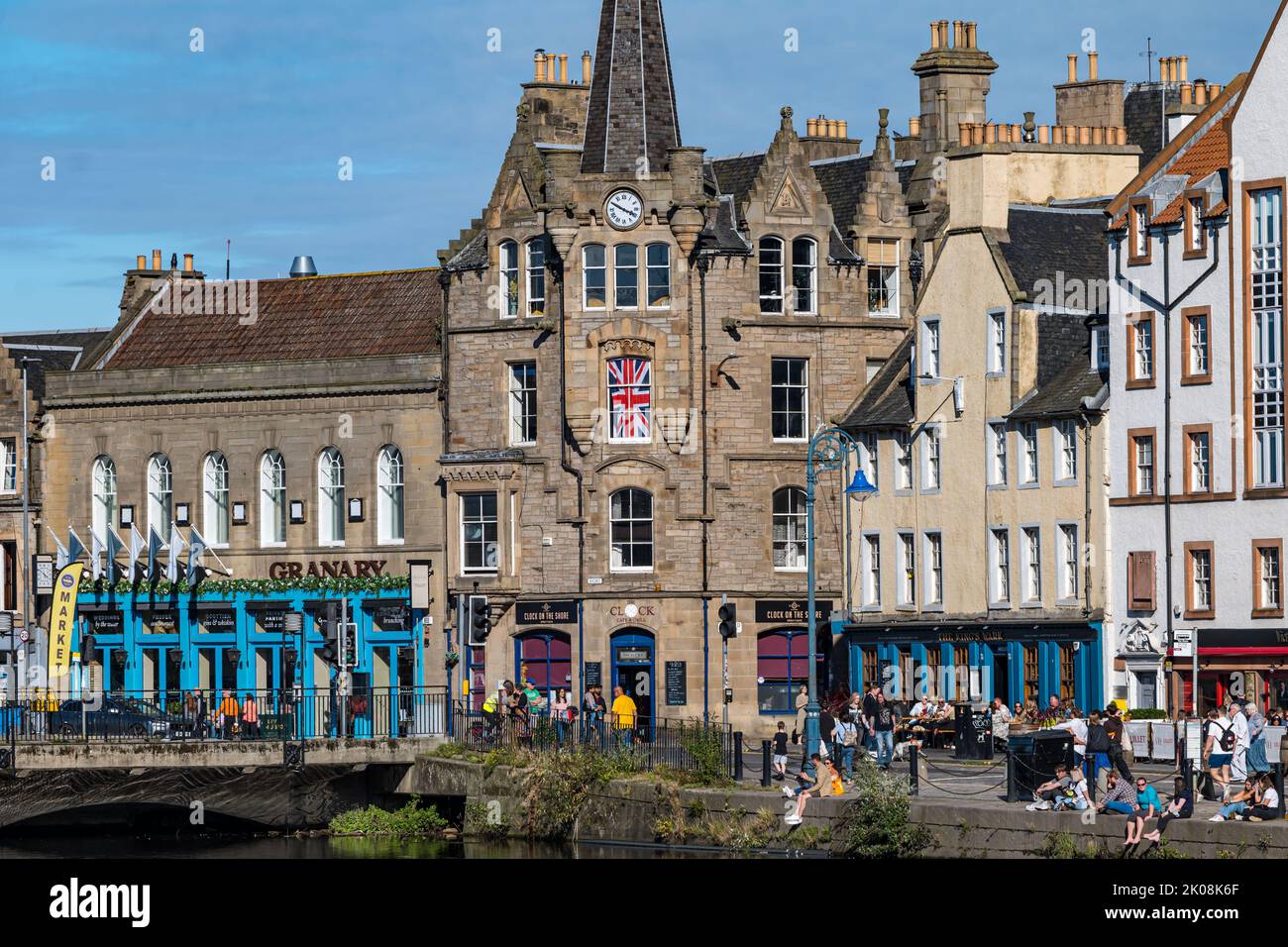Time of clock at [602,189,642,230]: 3:49
